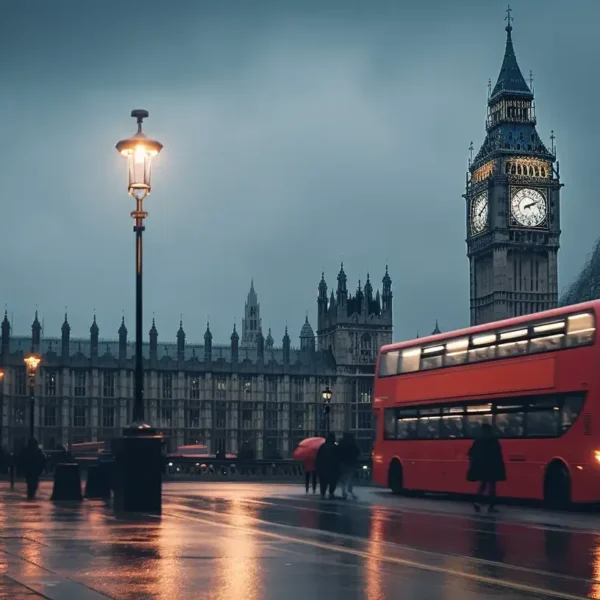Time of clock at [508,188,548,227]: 2:10
